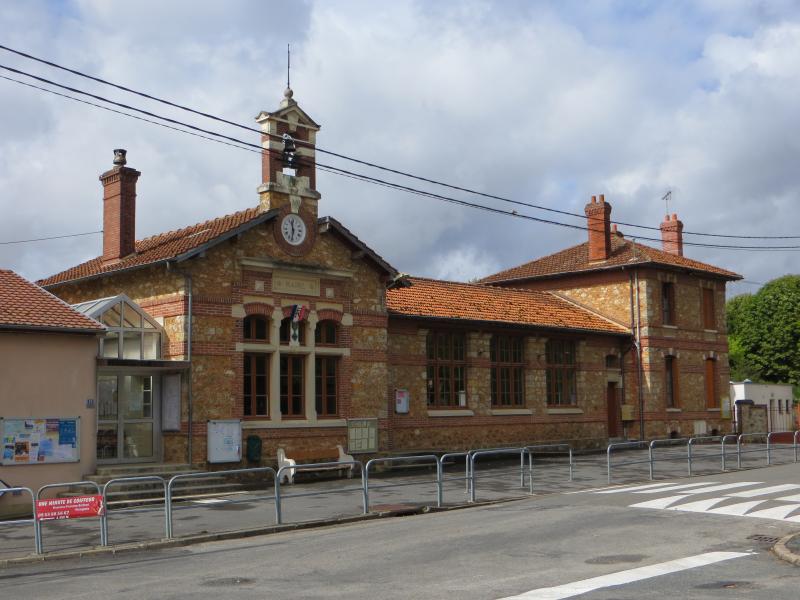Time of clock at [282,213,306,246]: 11:32
